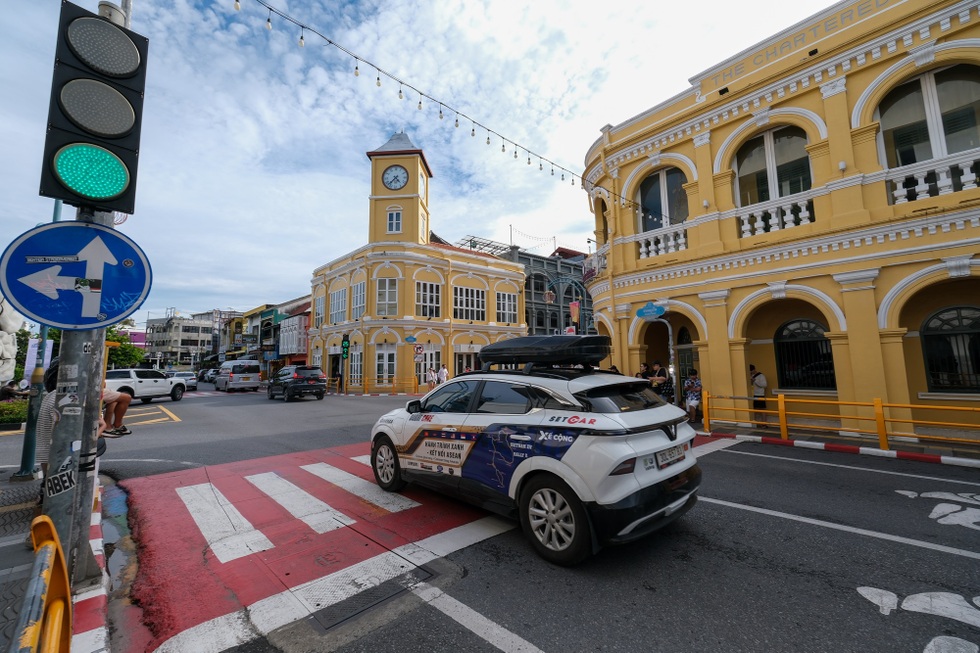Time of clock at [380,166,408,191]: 4:37
